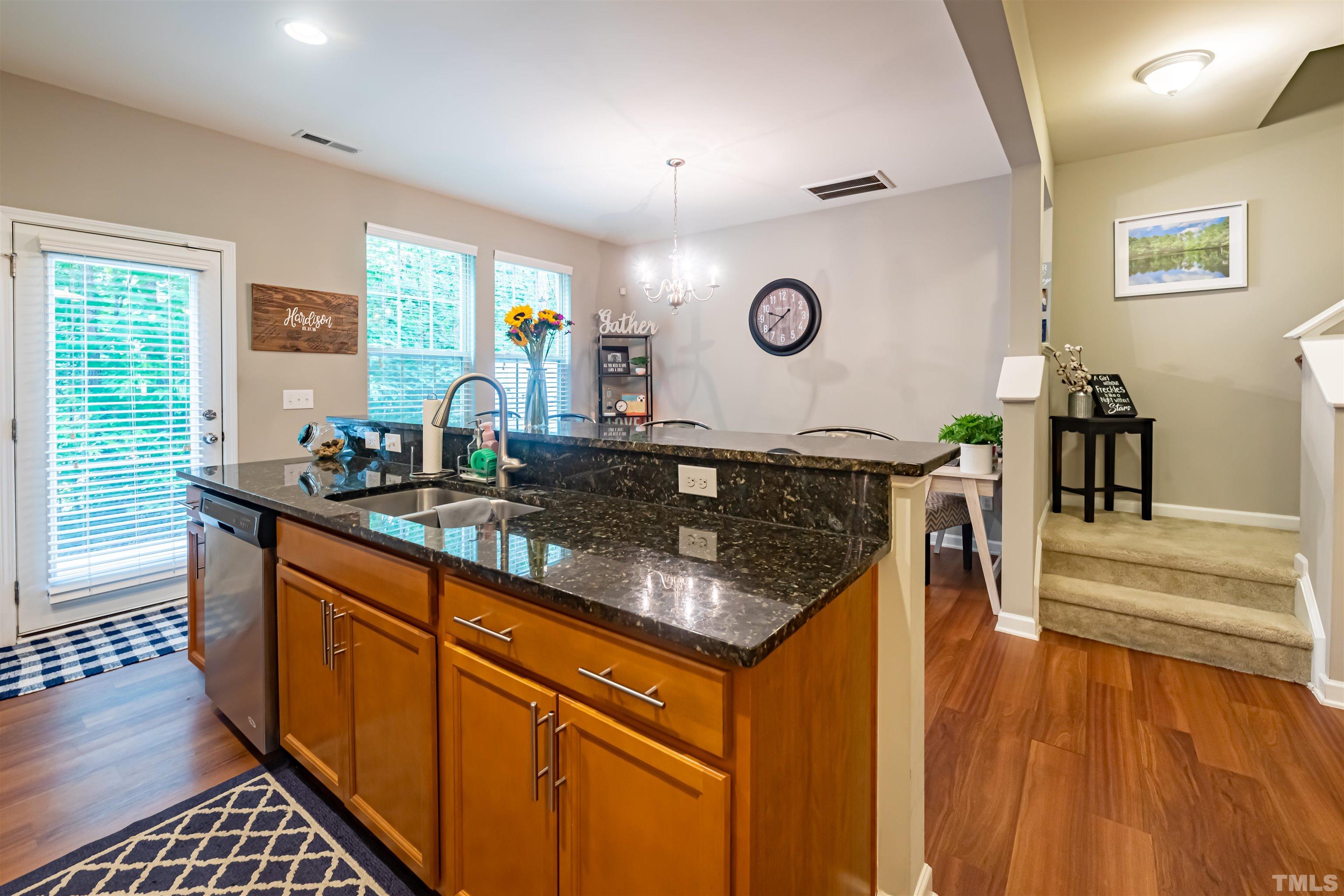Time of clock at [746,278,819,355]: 9:38
